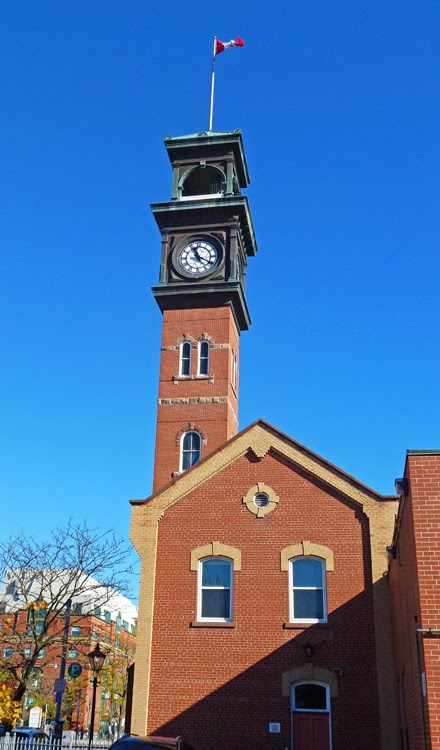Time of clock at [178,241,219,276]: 11:19
